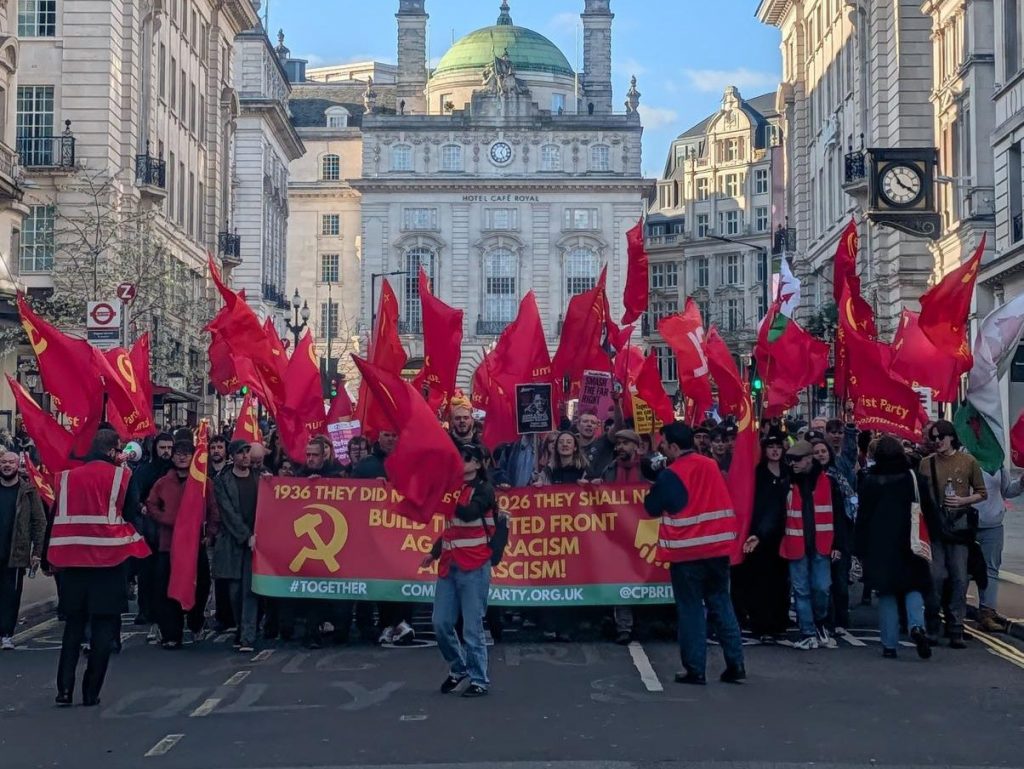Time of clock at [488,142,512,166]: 5:04
